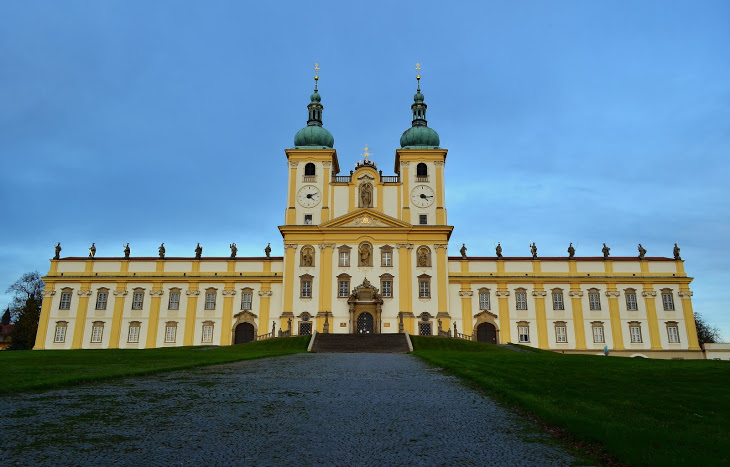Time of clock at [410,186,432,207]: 4:14
